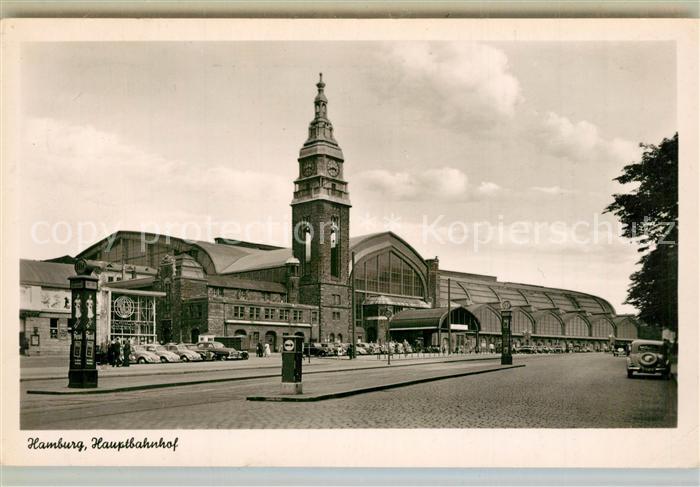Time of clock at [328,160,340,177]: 3:41
